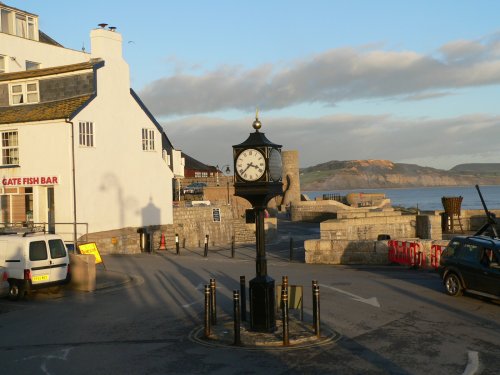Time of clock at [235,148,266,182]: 3:37
